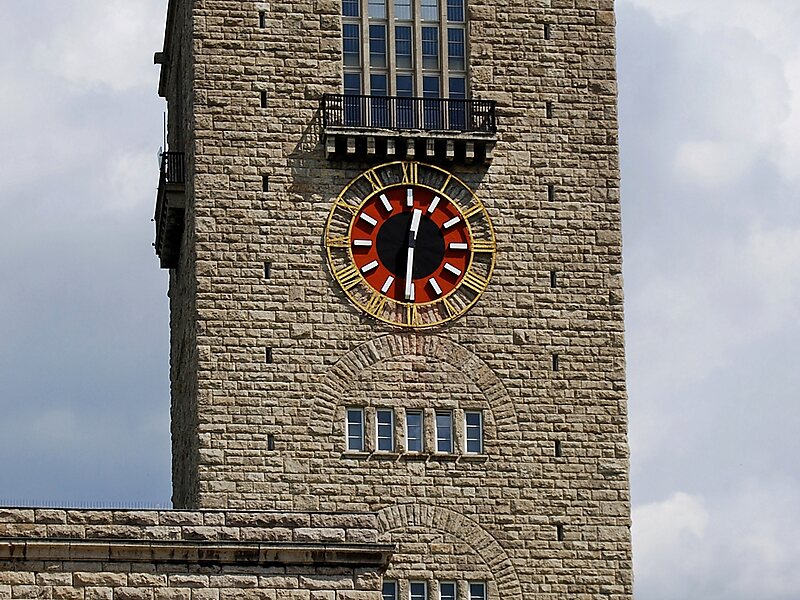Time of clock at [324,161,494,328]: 12:30
